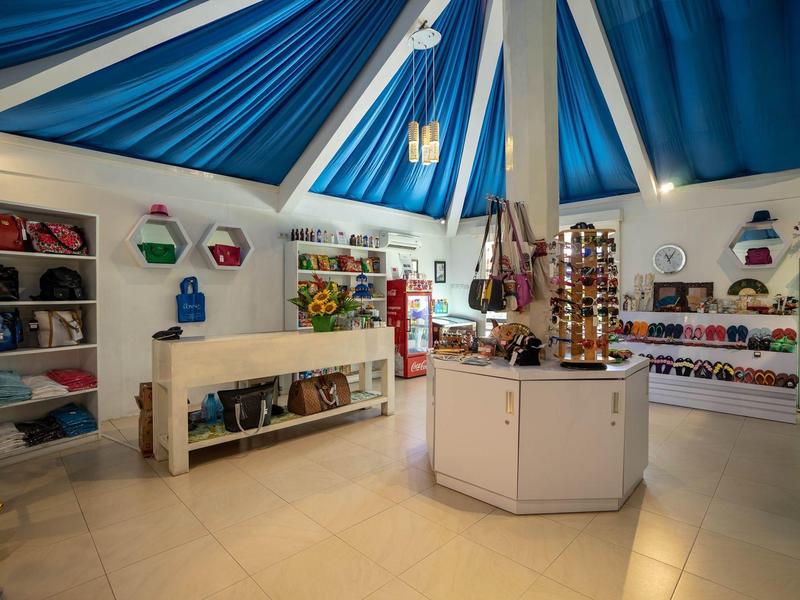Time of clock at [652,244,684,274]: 11:05
